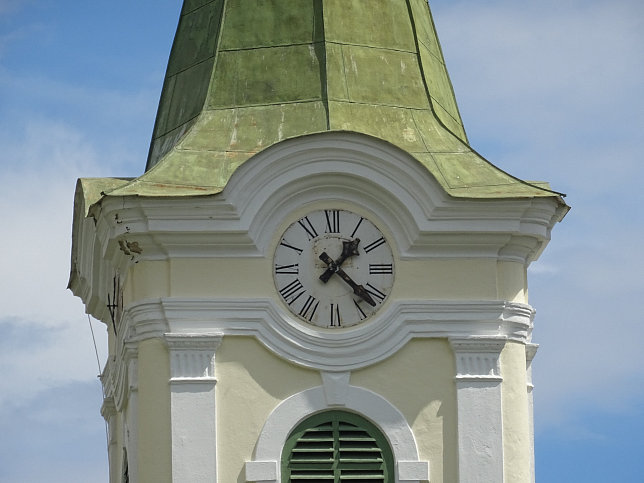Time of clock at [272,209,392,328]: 1:21
